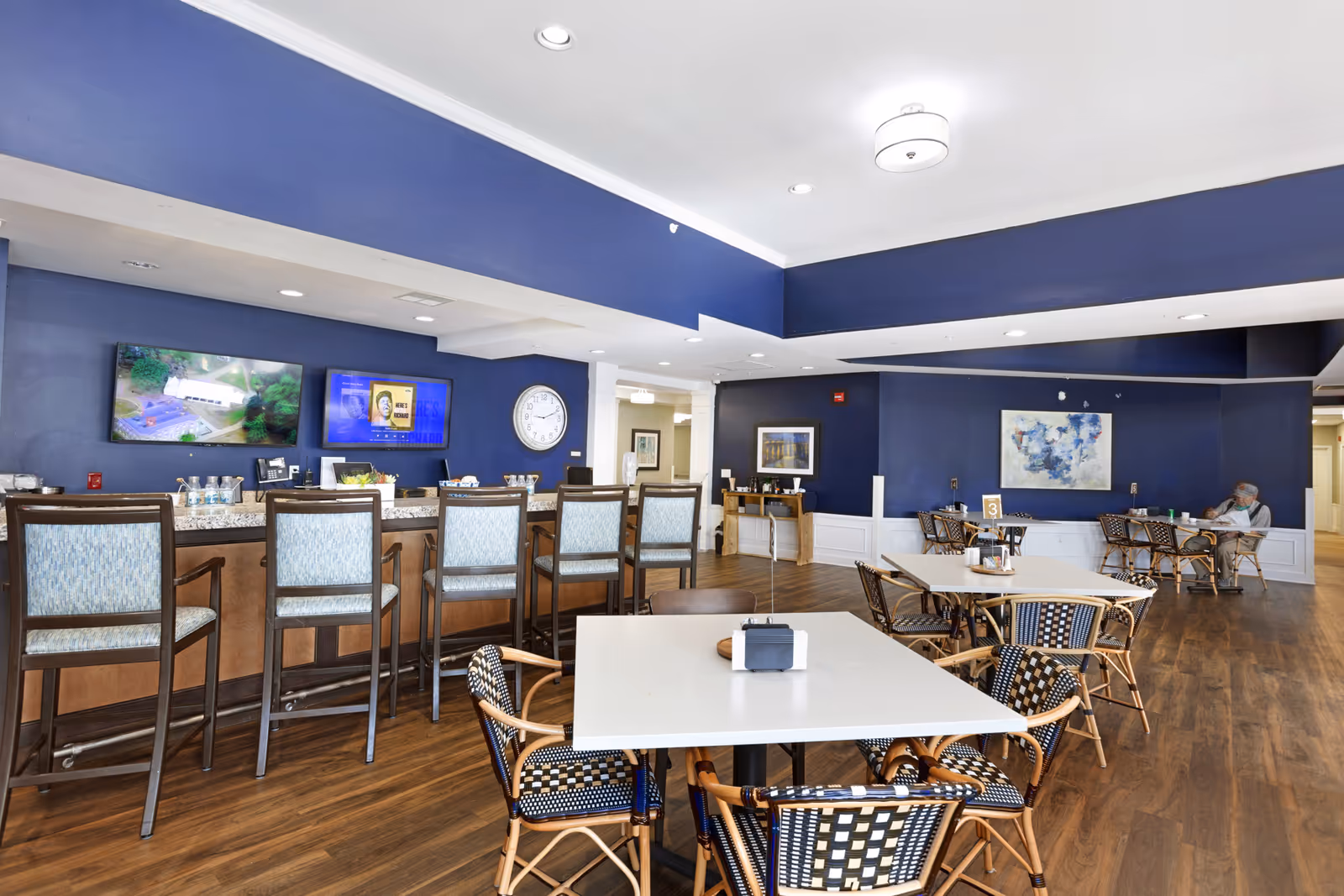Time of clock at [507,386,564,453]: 9:11
